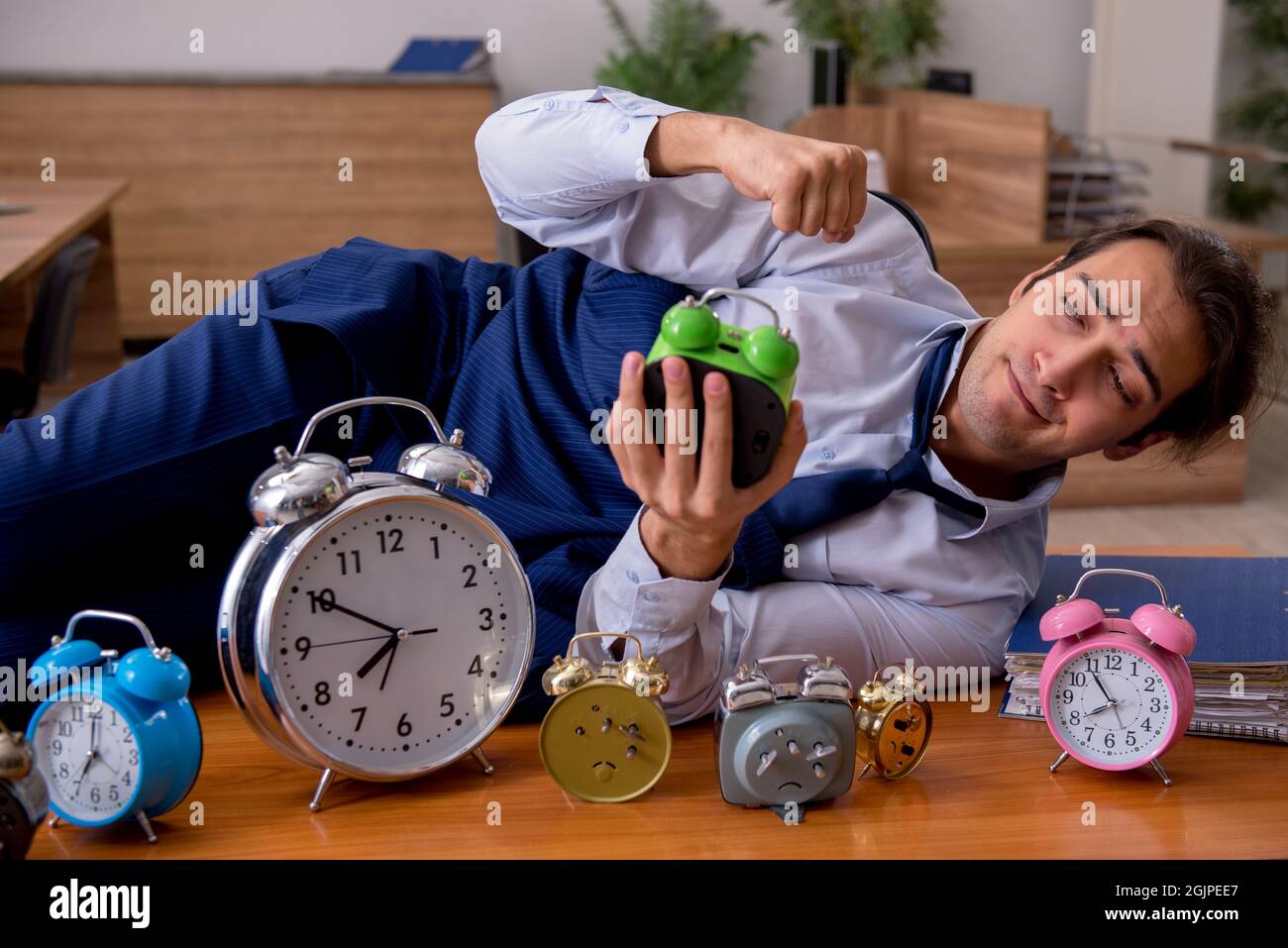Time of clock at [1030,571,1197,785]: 7:54
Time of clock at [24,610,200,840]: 7:00
